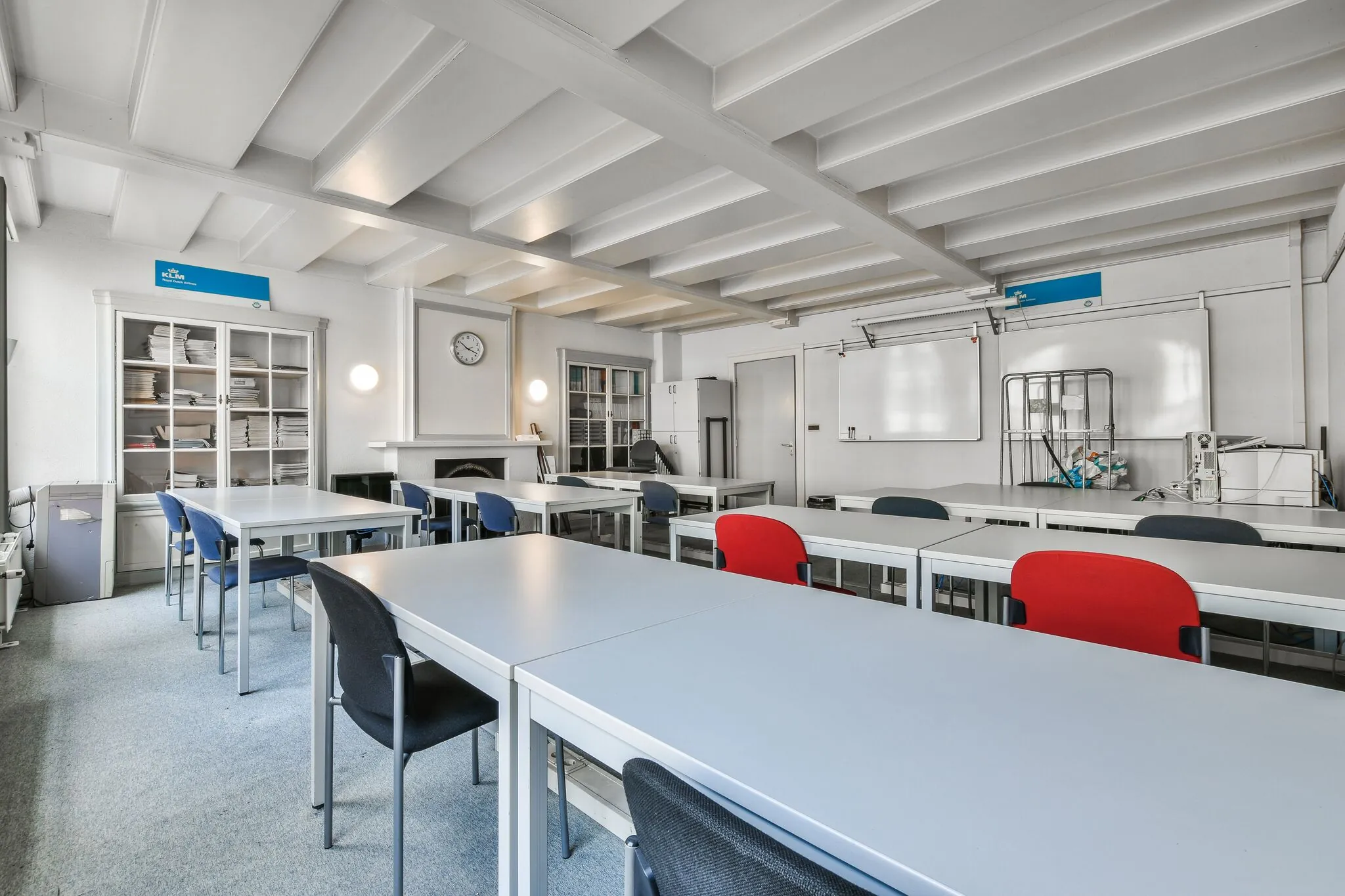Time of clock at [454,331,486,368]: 10:18
